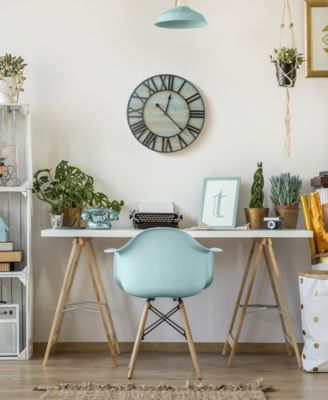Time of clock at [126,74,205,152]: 12:22
